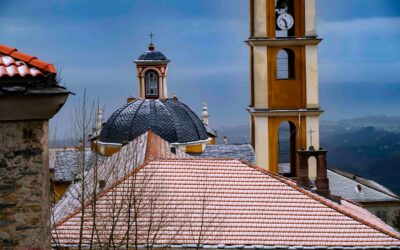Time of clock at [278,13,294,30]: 10:28
